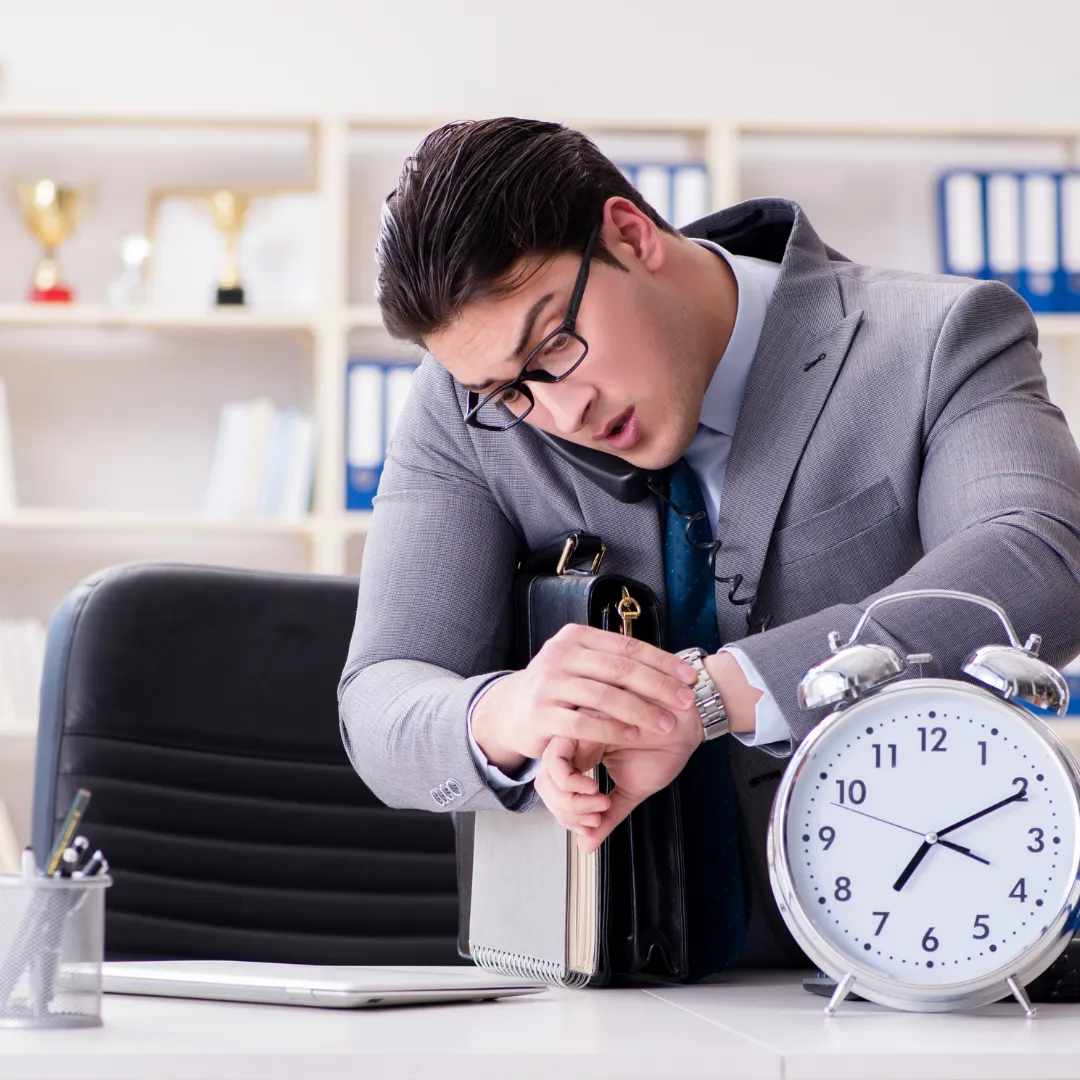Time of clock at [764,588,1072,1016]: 7:10
